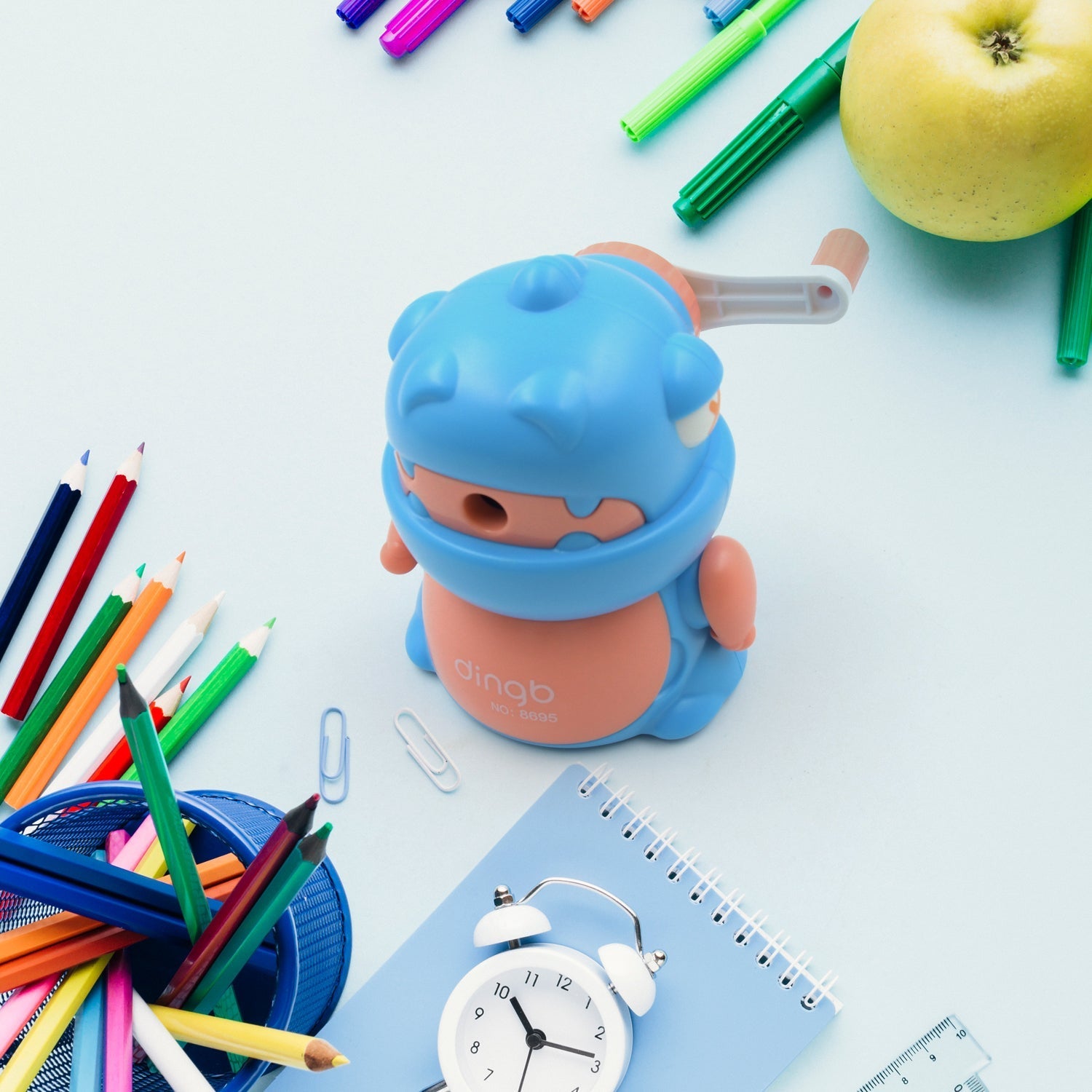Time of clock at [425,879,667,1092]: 10:13
